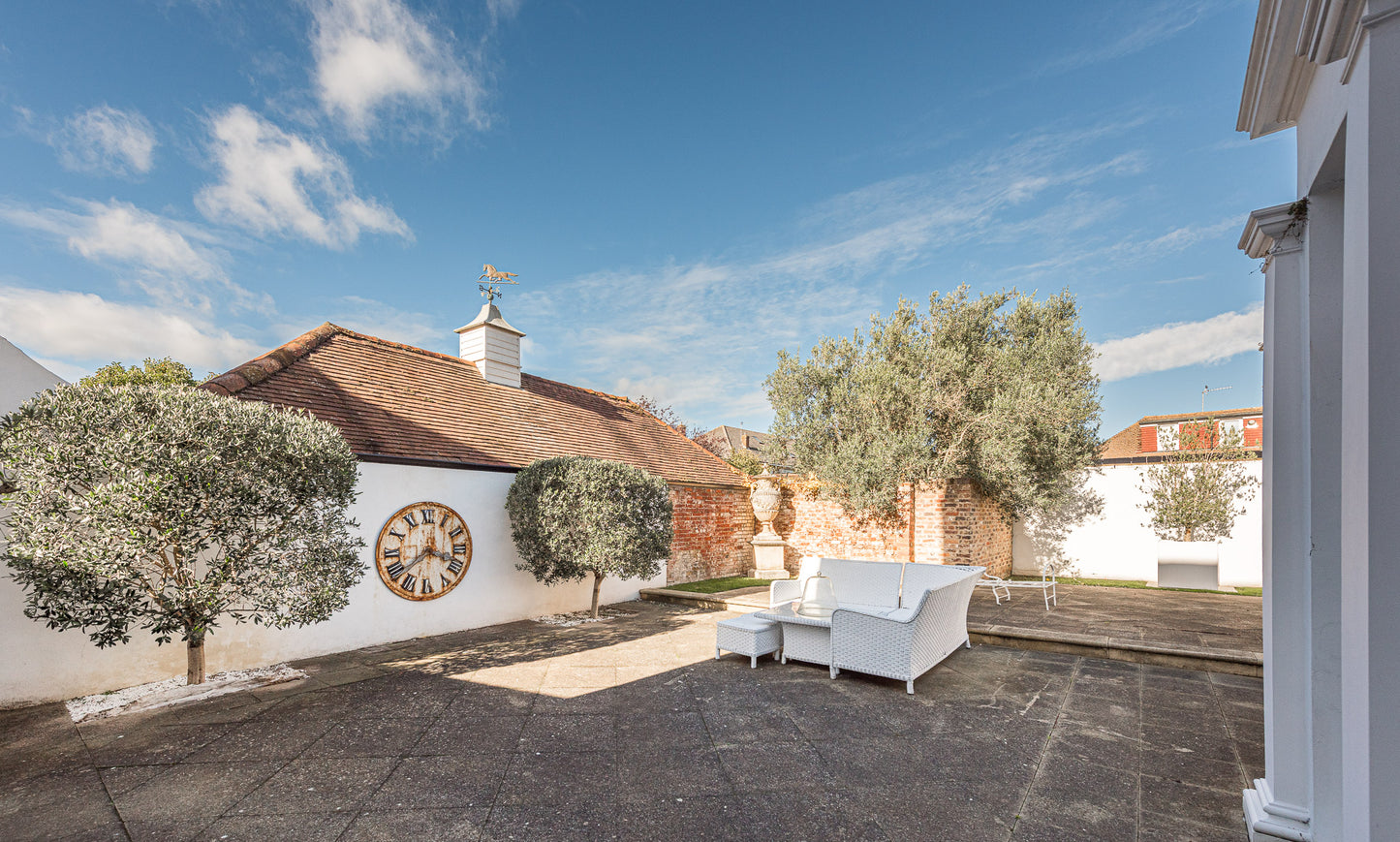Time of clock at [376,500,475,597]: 3:39
